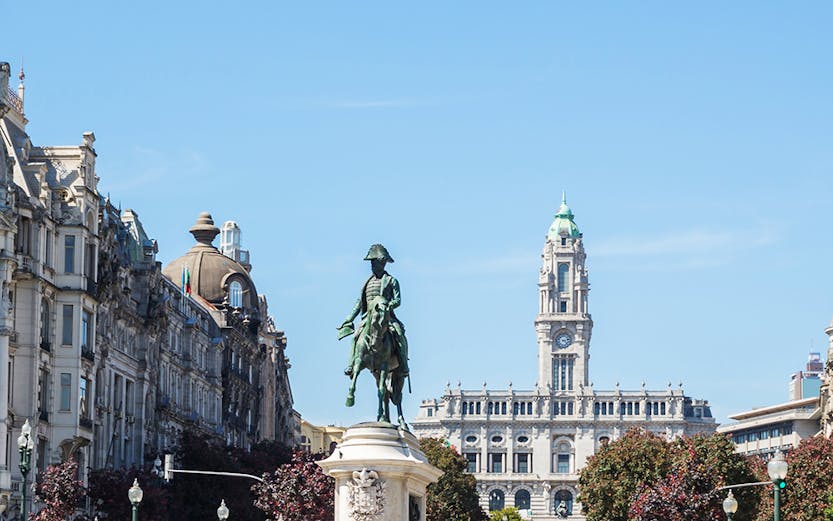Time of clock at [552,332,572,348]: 3:22
